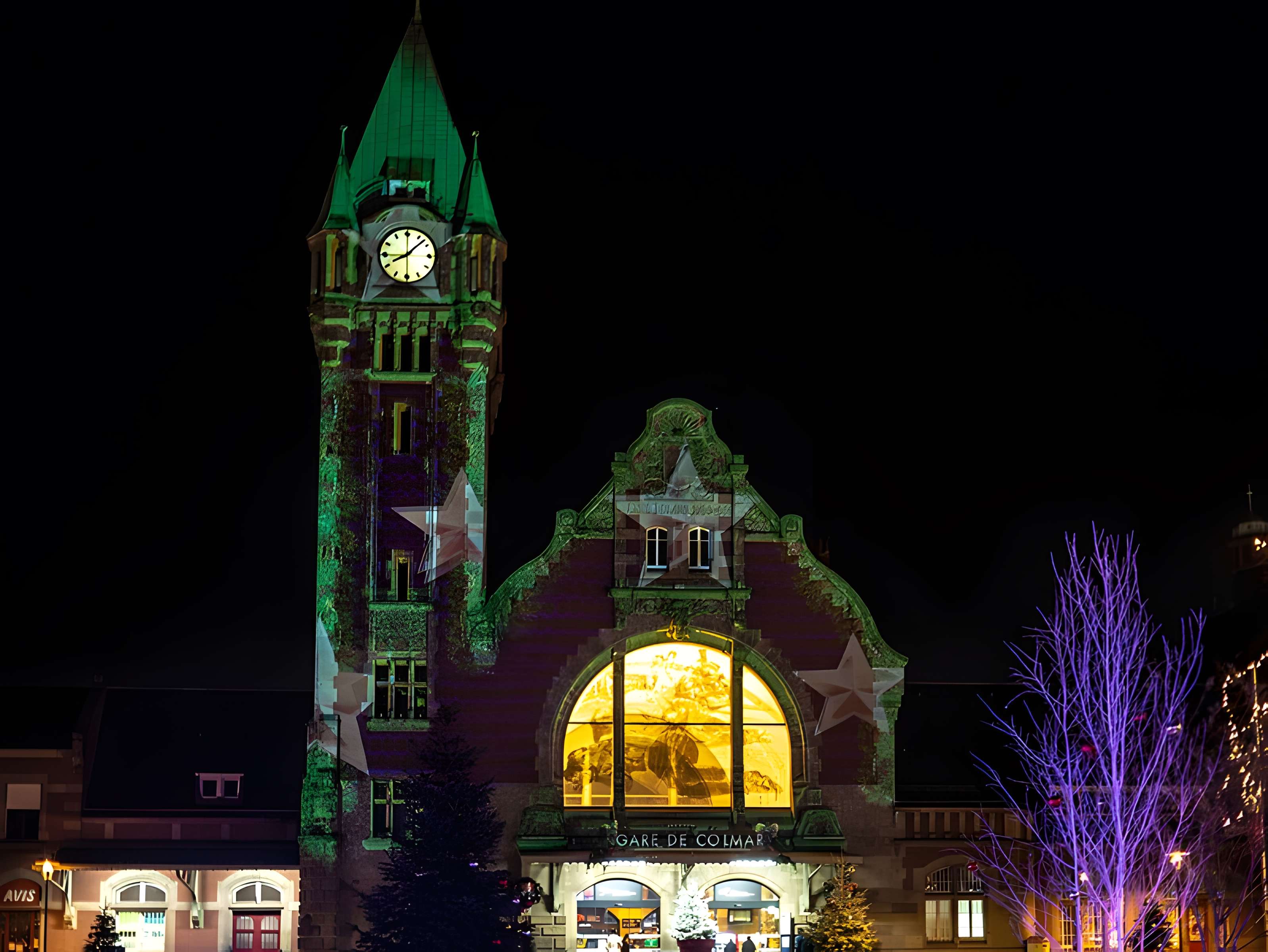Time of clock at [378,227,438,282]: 8:07
